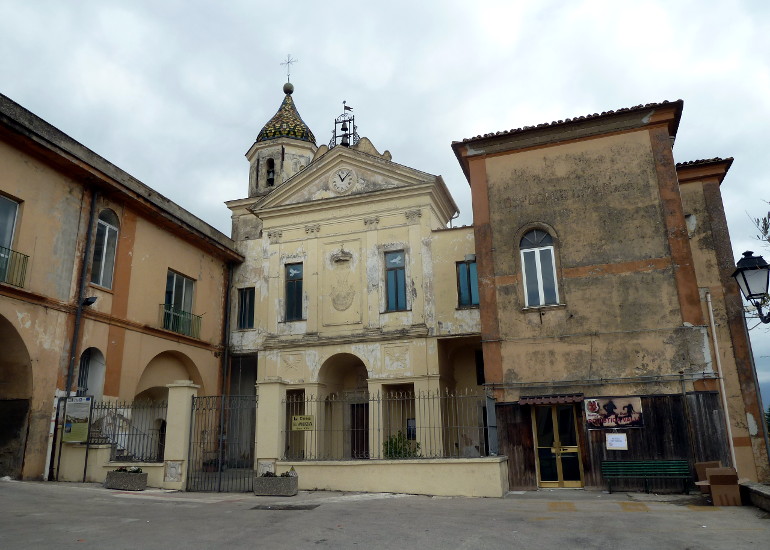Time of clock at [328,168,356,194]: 11:07
